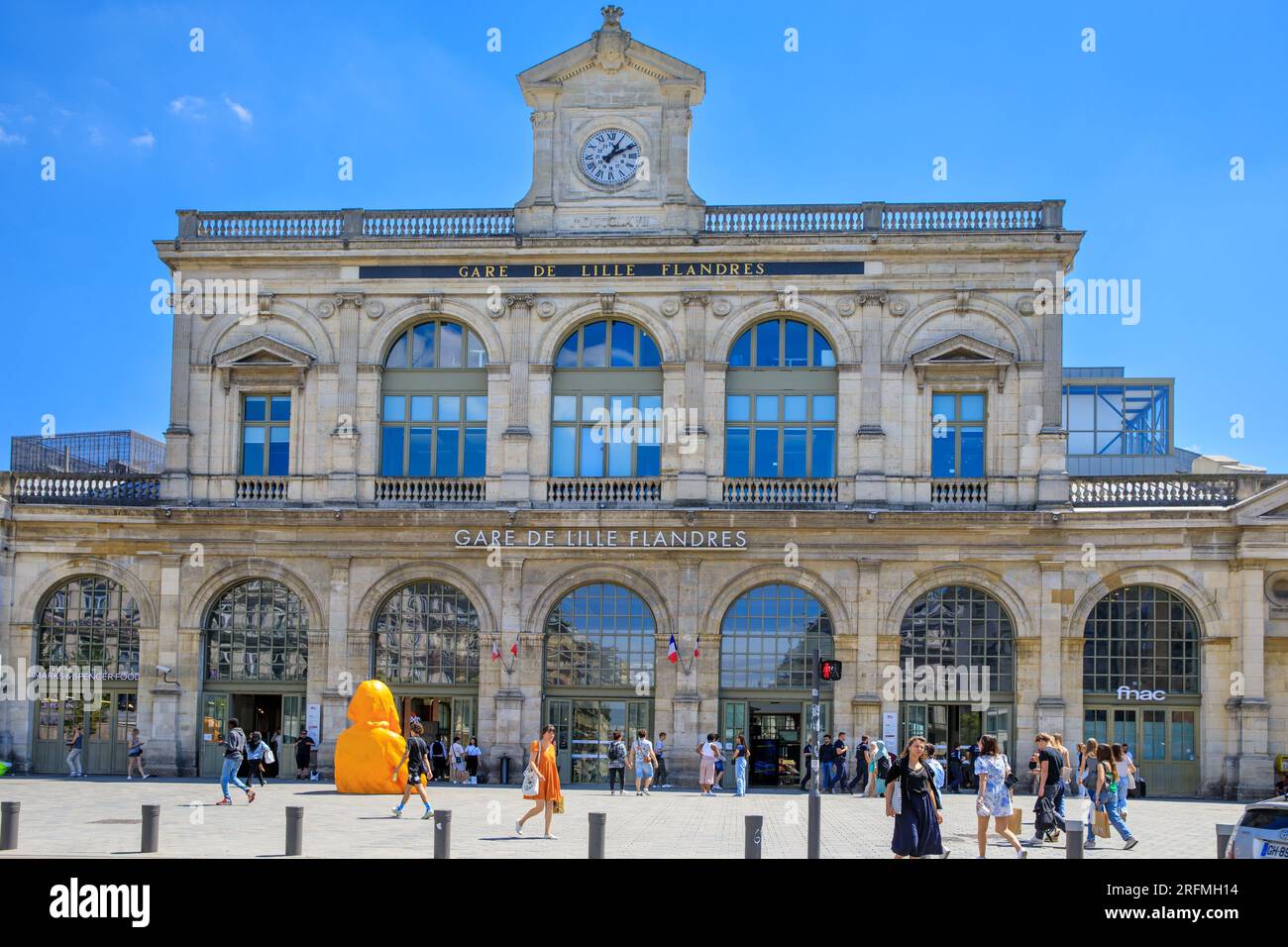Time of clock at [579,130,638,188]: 1:10
